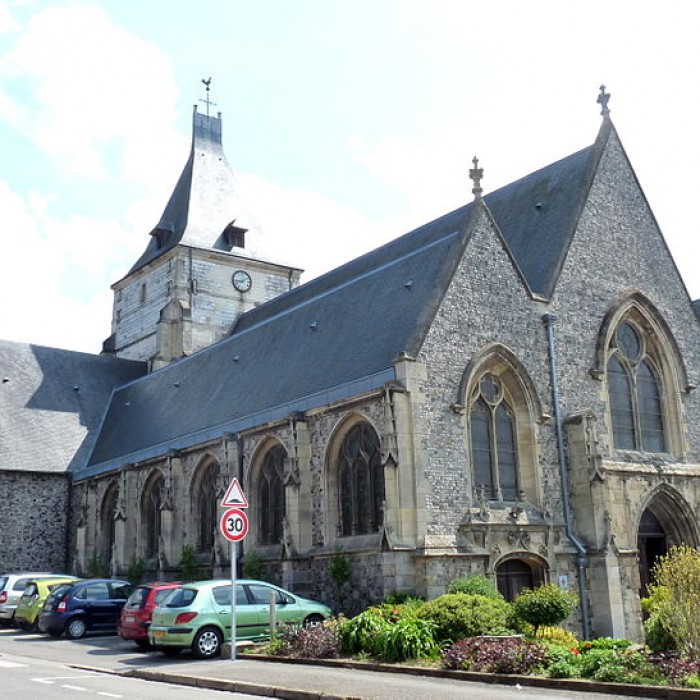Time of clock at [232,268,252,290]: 1:43
